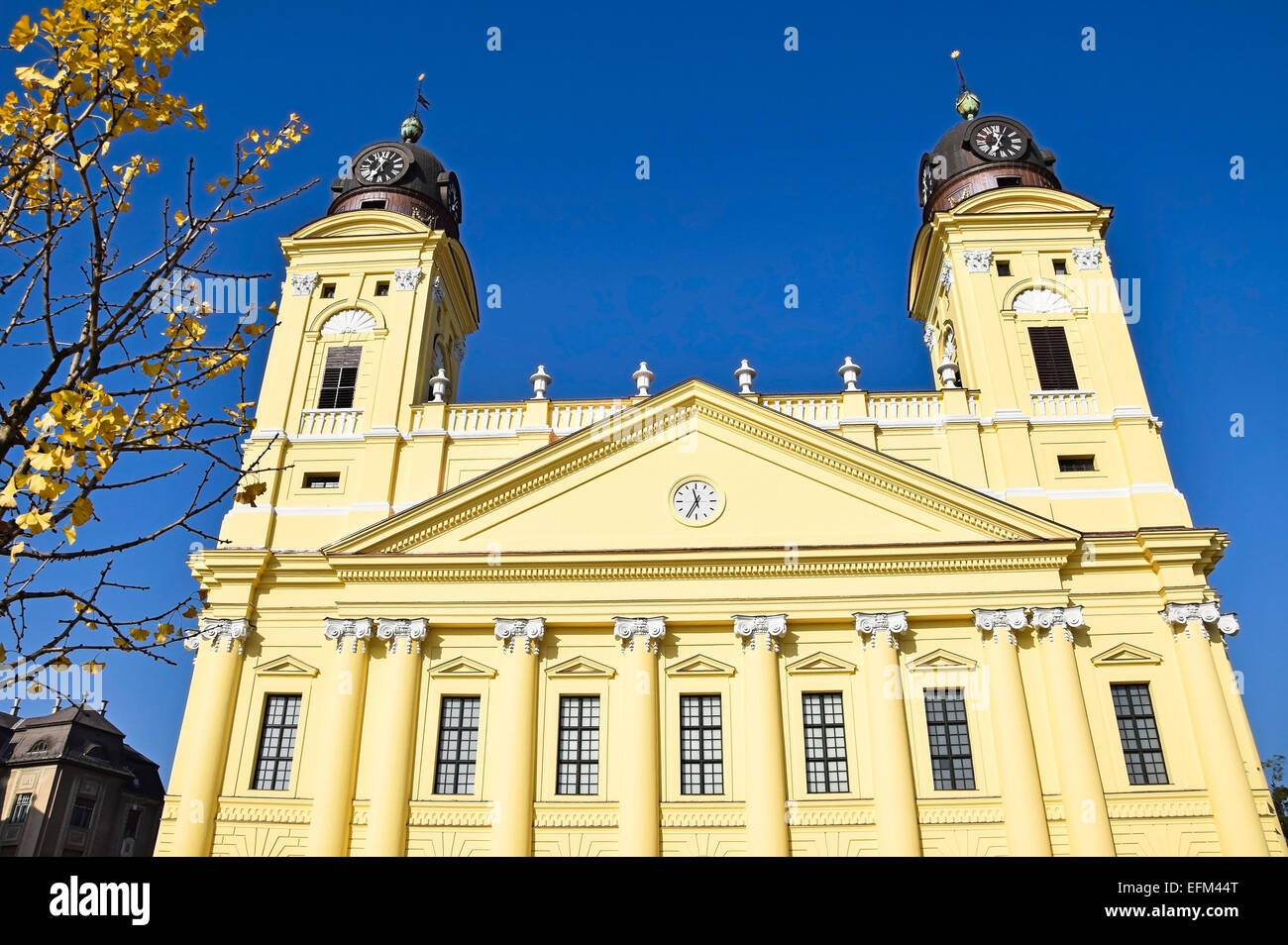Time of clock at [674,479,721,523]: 11:35
